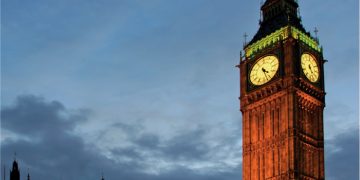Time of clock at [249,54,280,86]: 4:26
